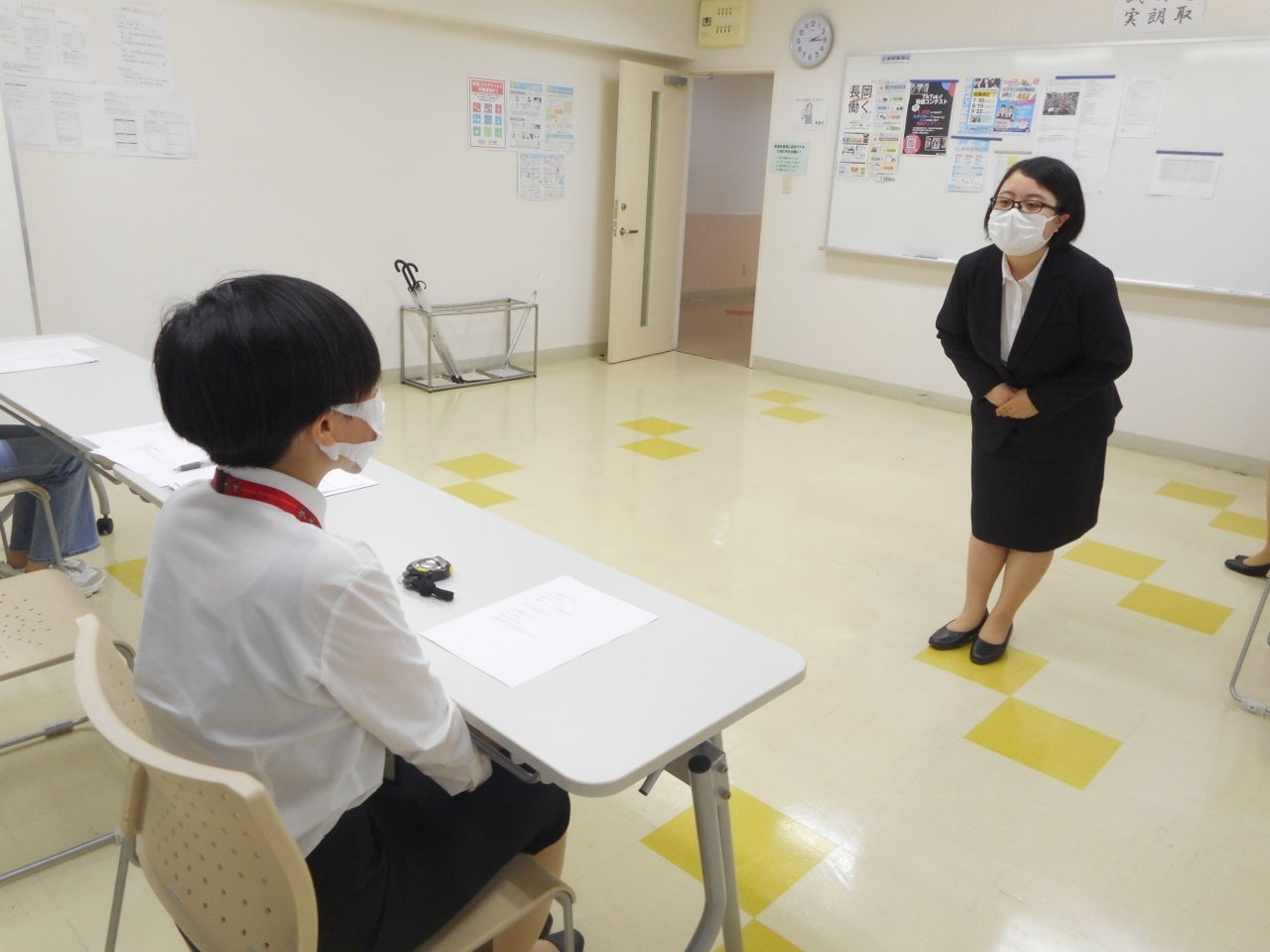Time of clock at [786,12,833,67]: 2:14
